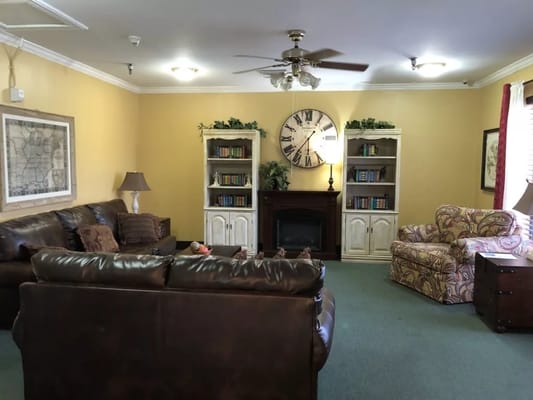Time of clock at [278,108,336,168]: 1:36
